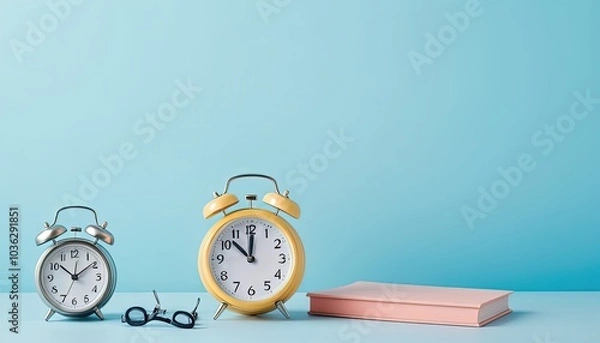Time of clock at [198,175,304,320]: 11:52
